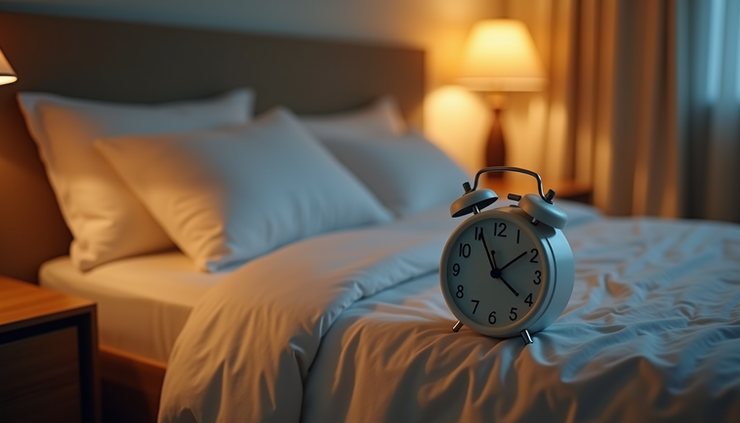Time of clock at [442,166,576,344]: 1:55
